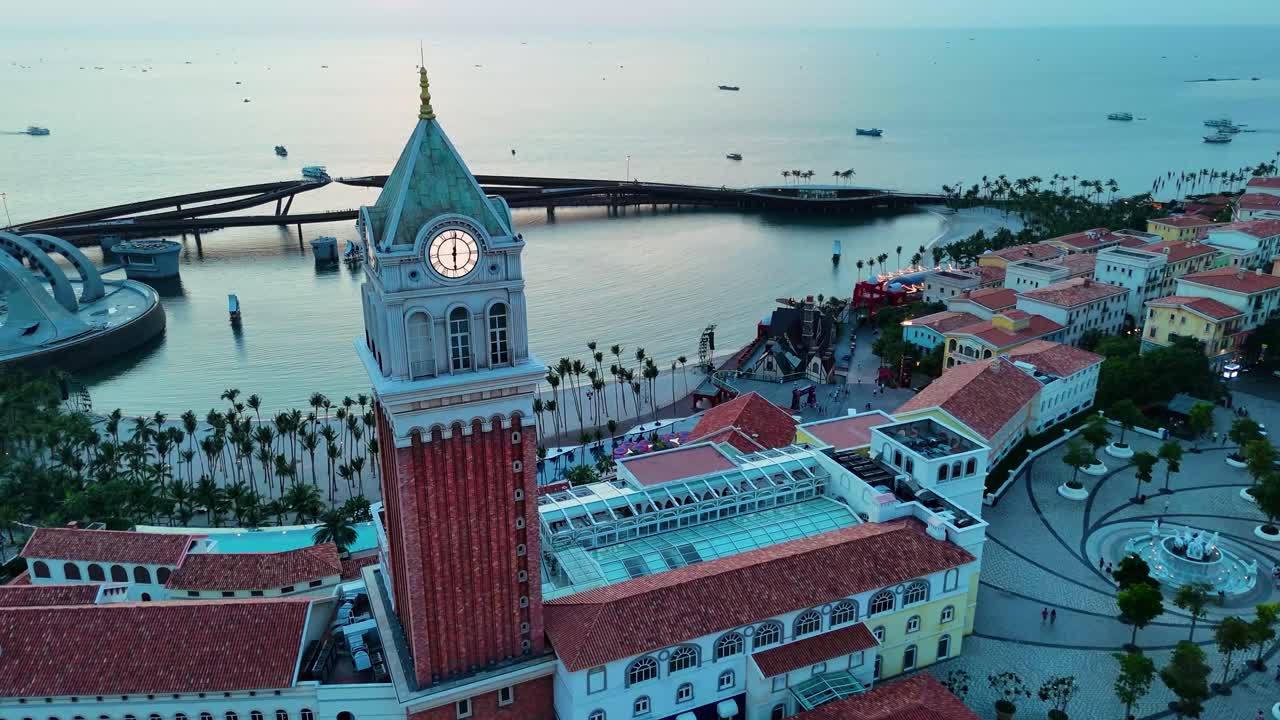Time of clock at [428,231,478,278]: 6:01
